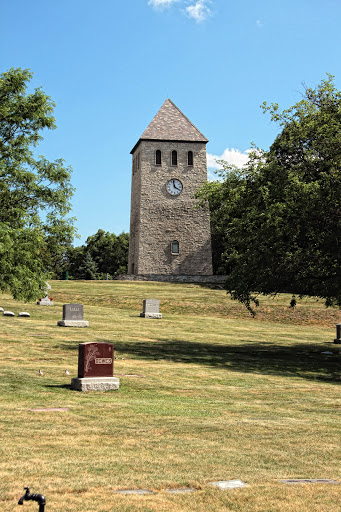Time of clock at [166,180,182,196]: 3:58
